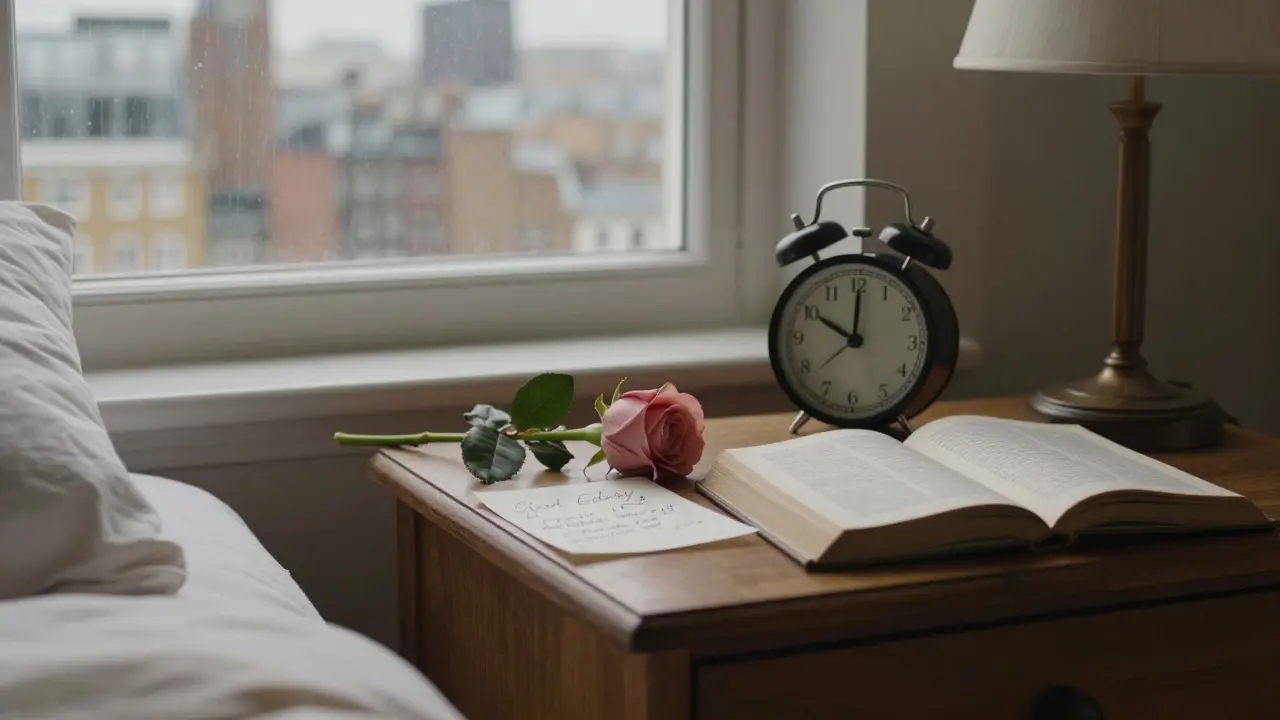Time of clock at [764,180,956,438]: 10:00
